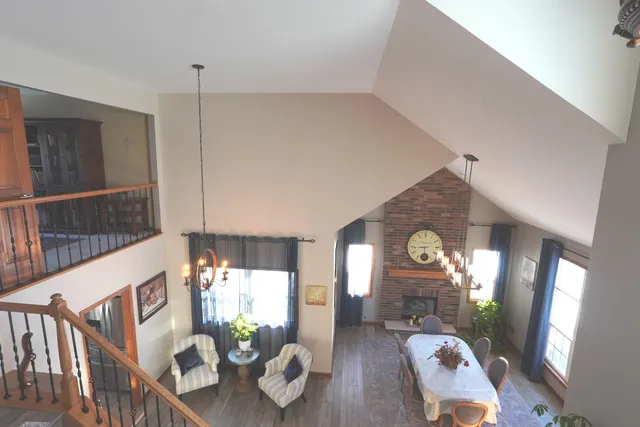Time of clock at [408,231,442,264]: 5:43
